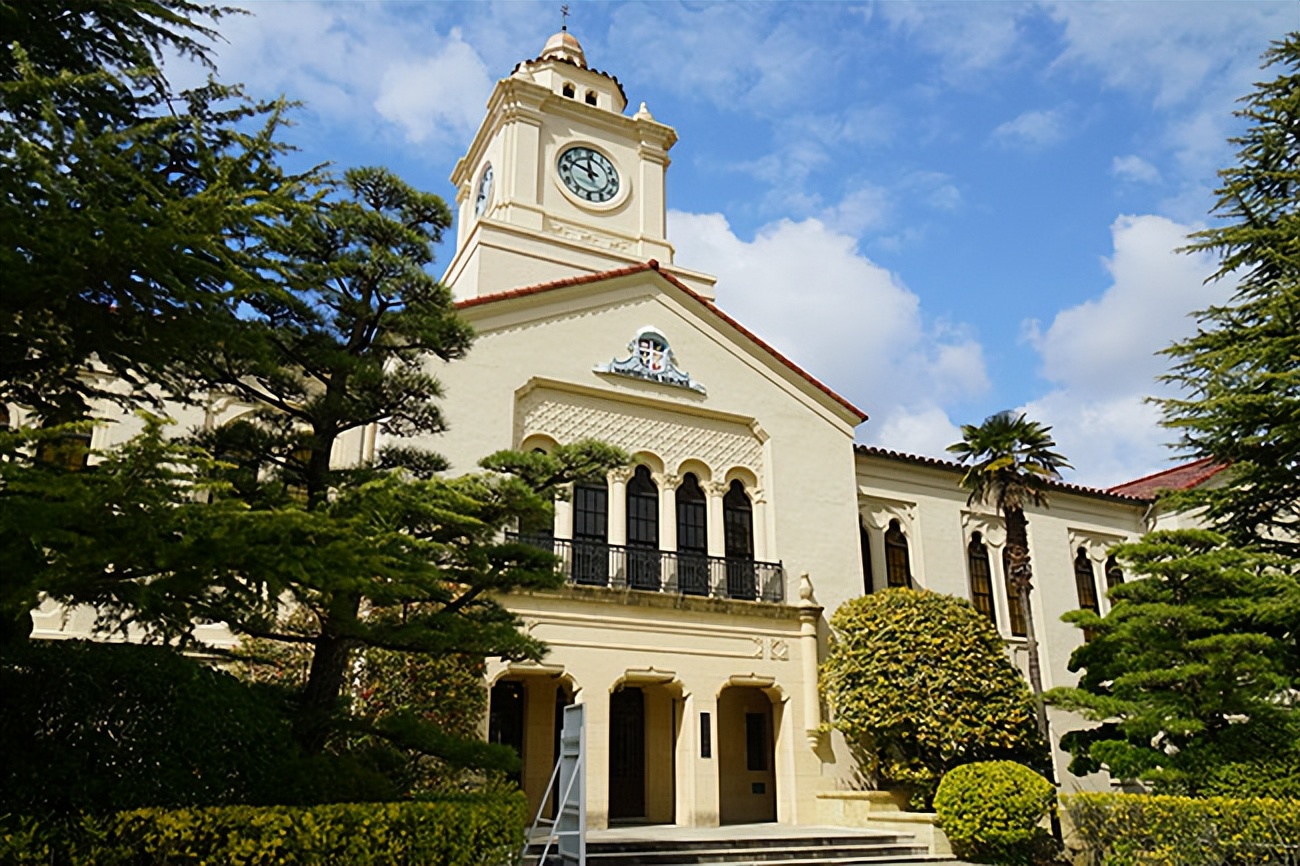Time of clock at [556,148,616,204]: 11:48
